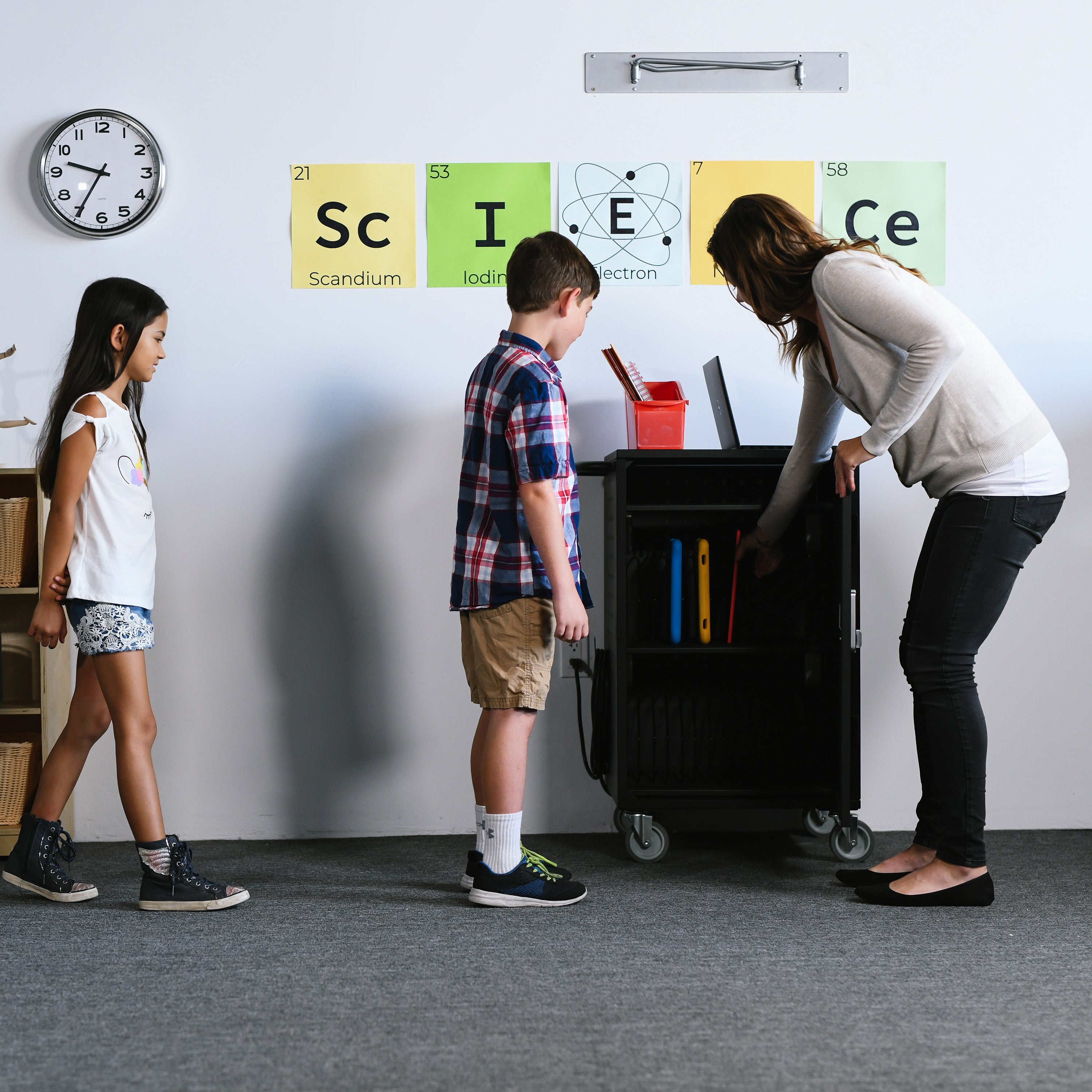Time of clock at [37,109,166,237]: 9:35
